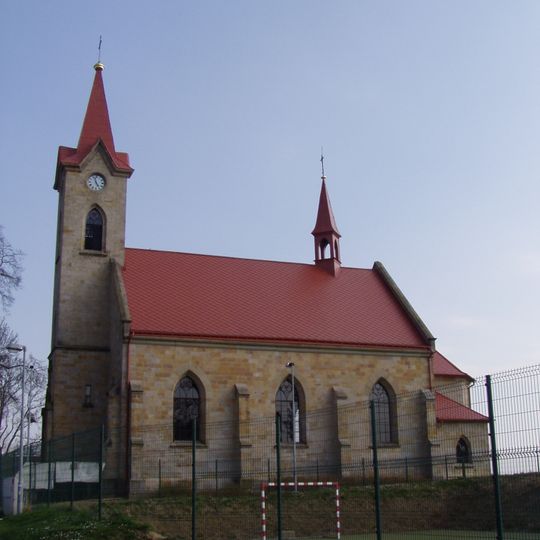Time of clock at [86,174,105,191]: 4:57
